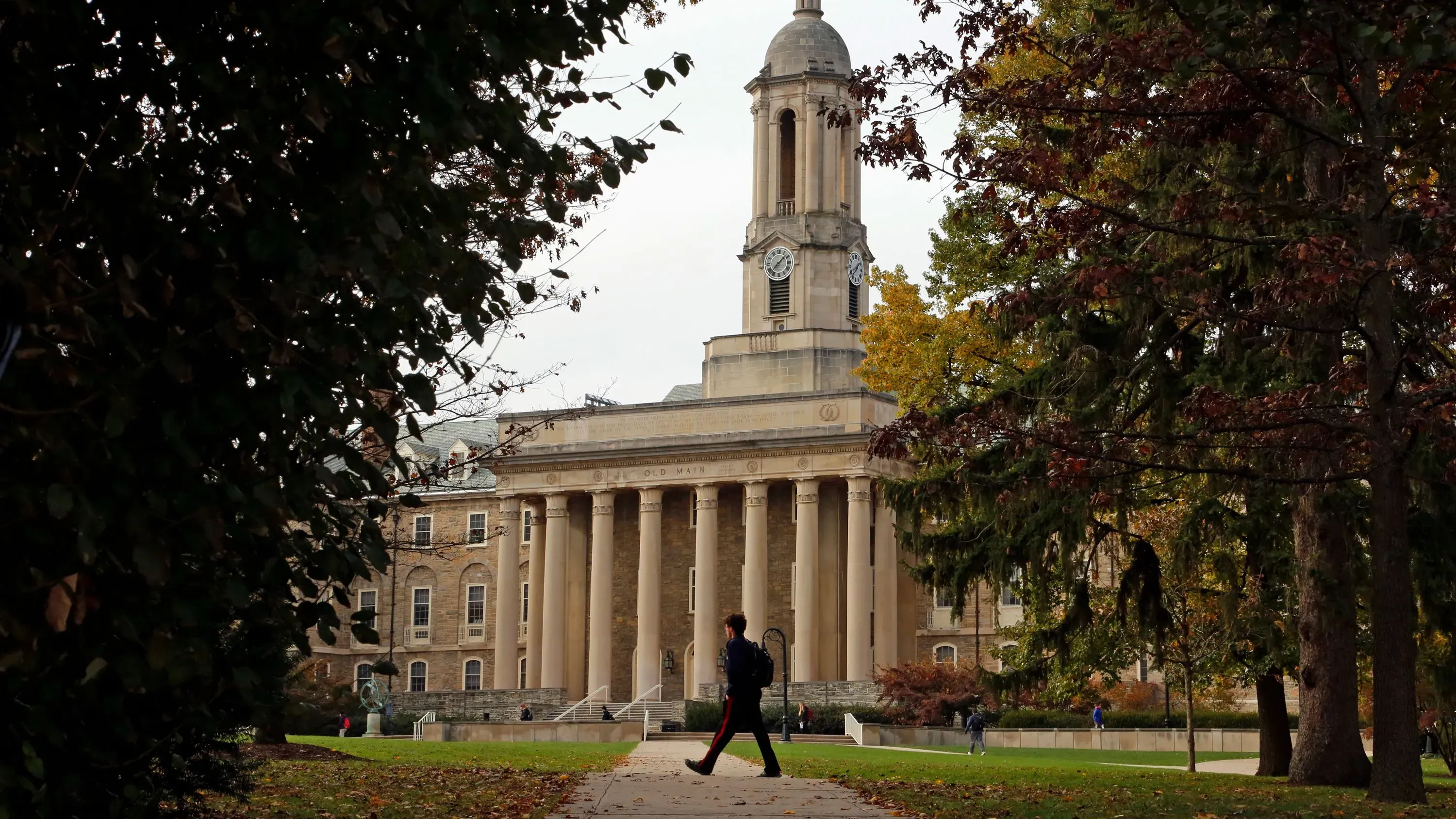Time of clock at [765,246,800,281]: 1:37
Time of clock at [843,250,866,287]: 1:37
